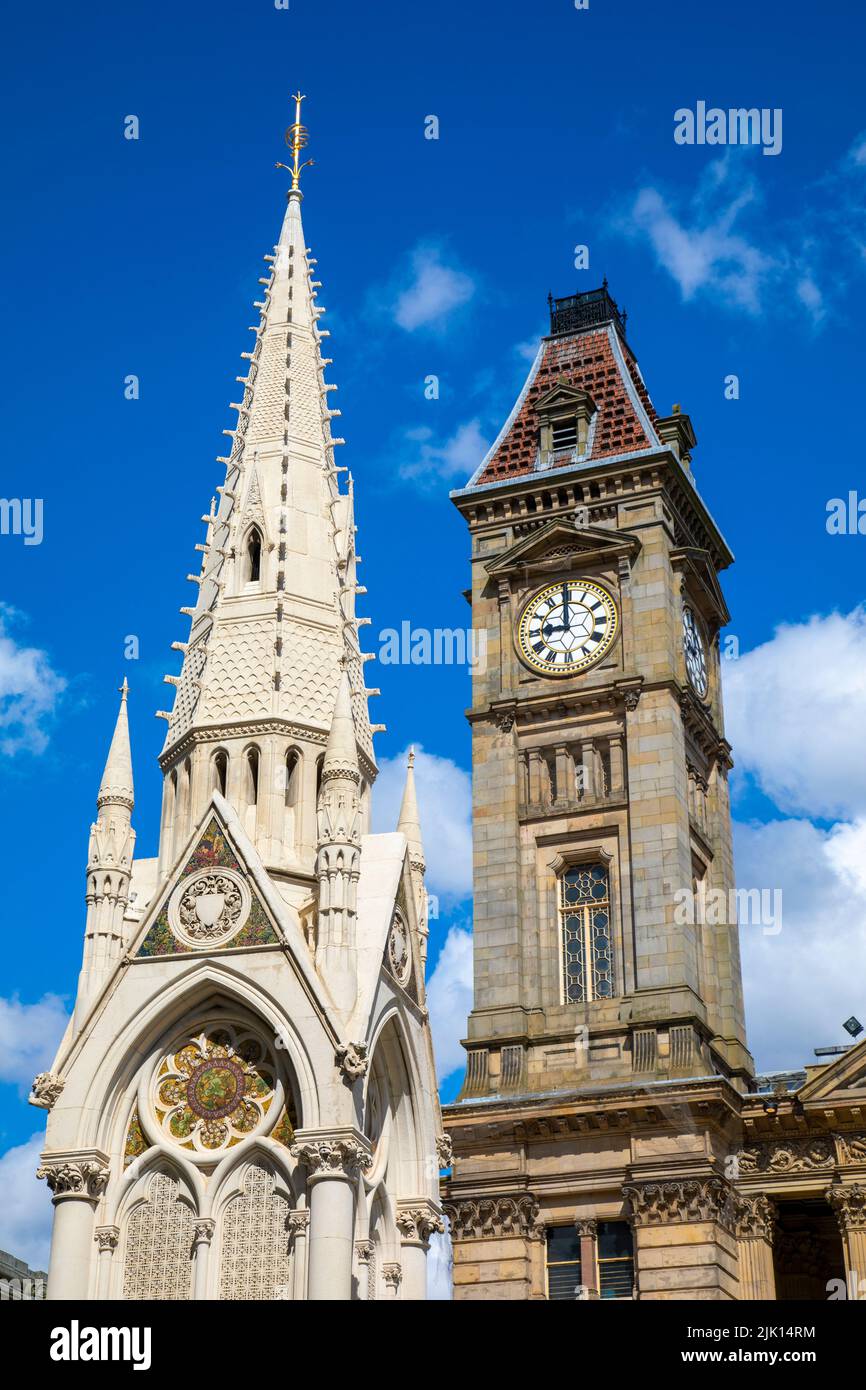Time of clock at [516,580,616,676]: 8:59
